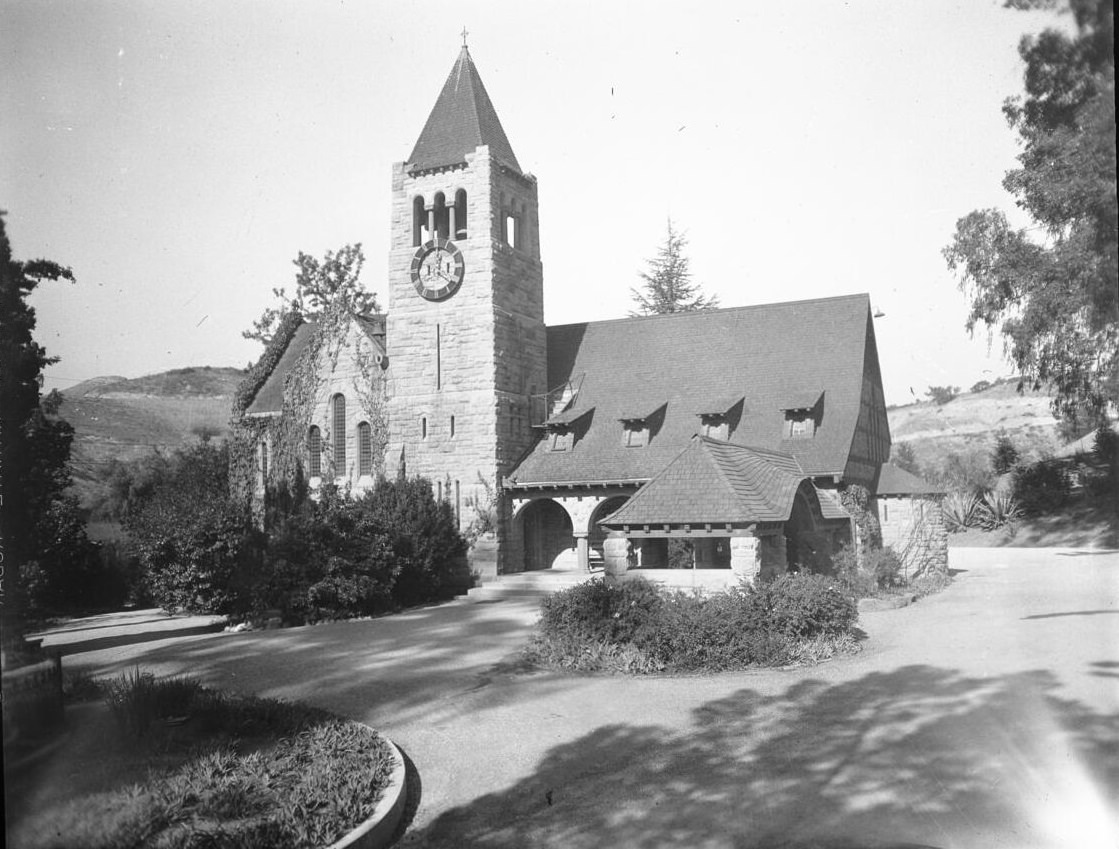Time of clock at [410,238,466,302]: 12:20
